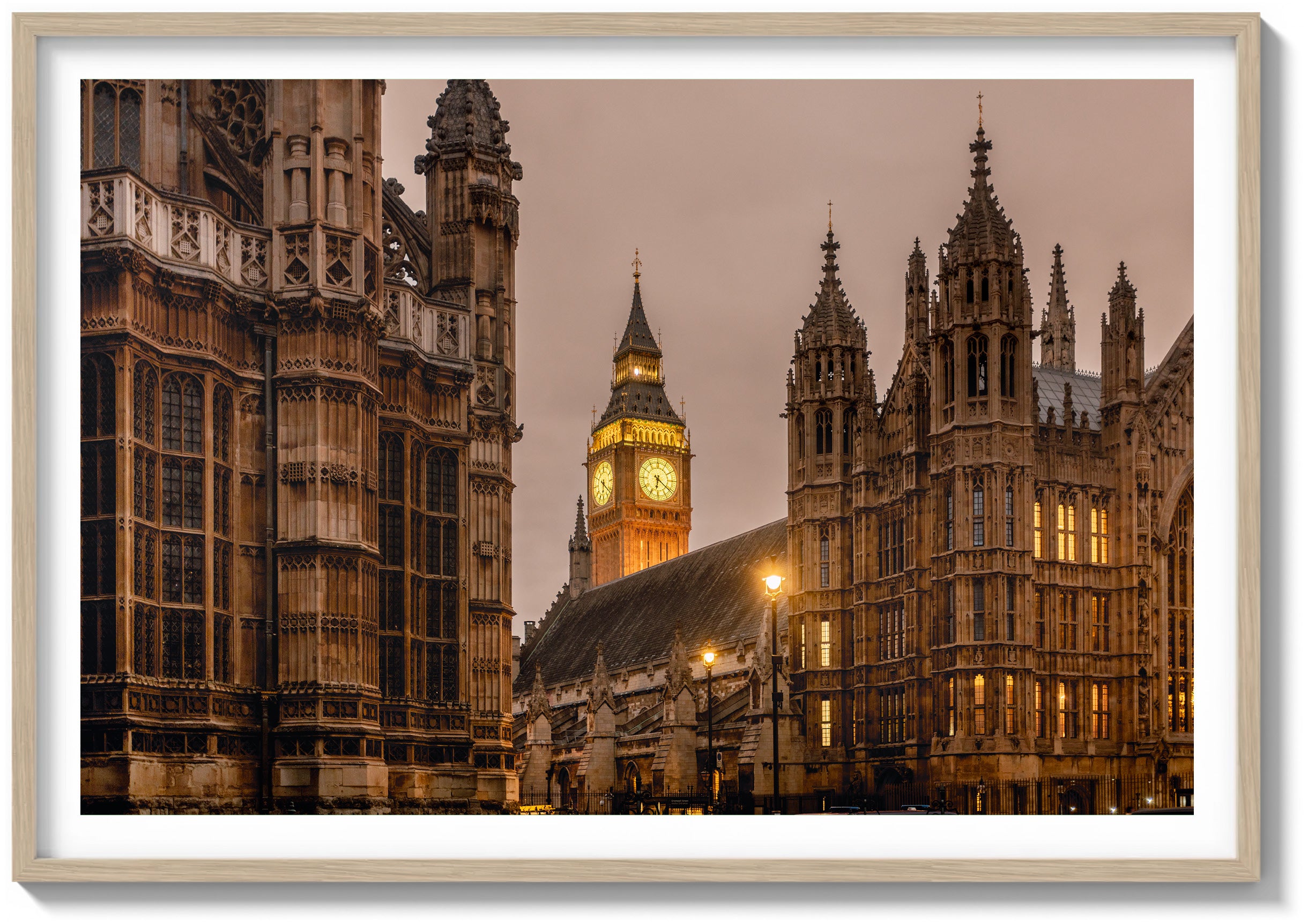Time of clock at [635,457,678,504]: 6:21
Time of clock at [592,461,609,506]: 6:21
